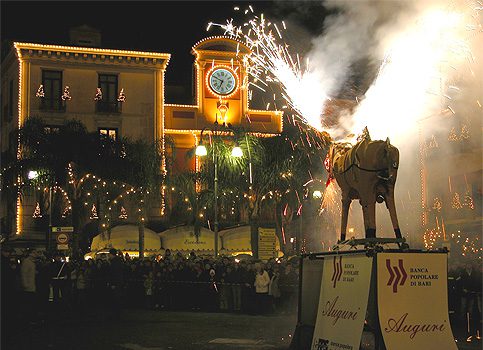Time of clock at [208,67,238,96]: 6:49
